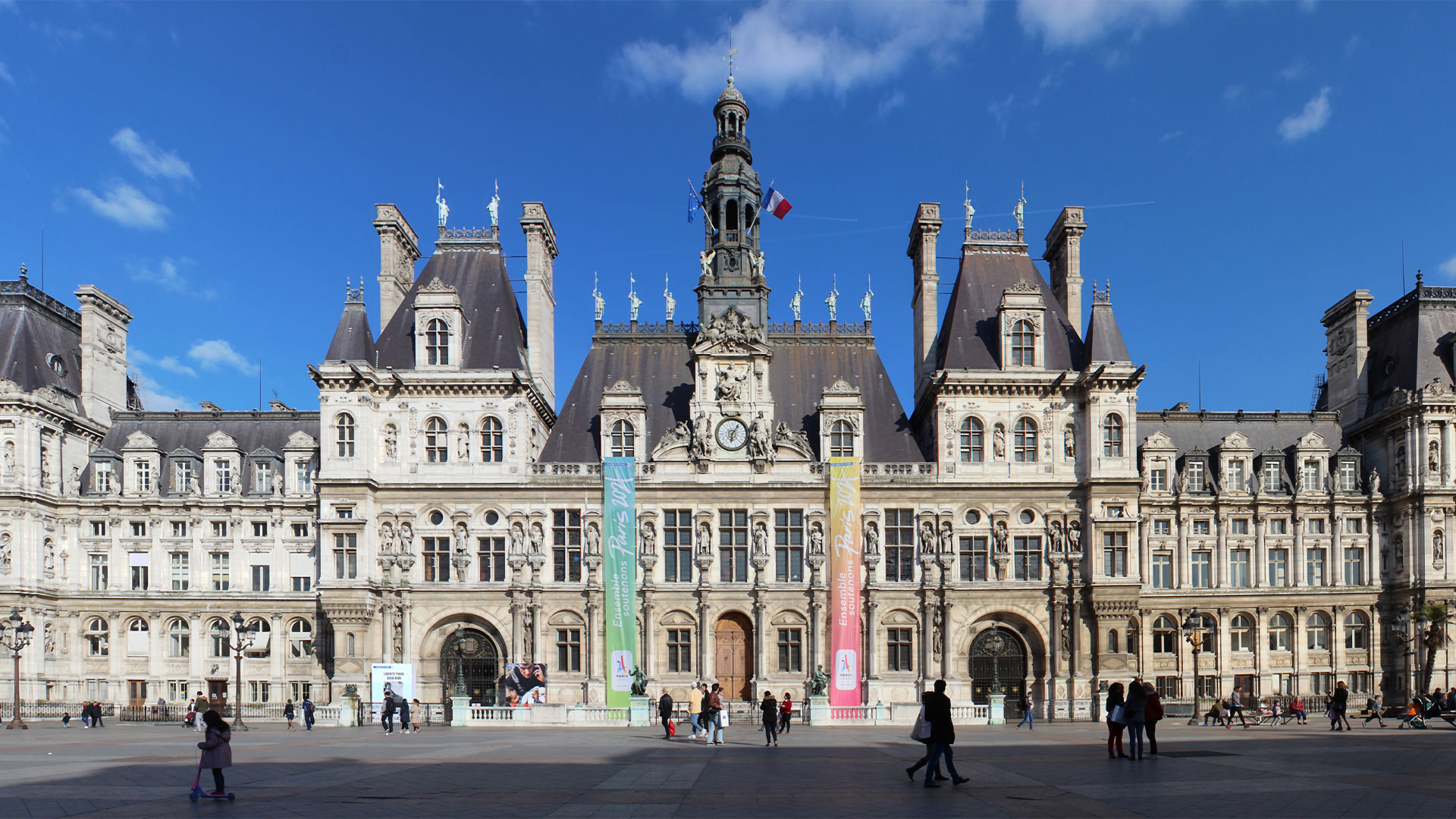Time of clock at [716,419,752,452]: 6:05
